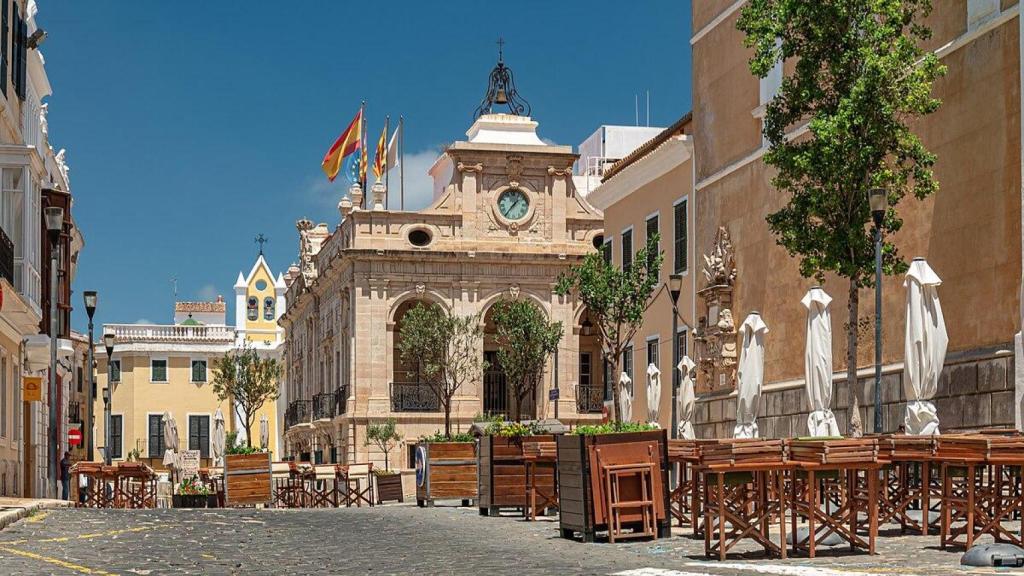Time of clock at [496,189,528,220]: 1:36
